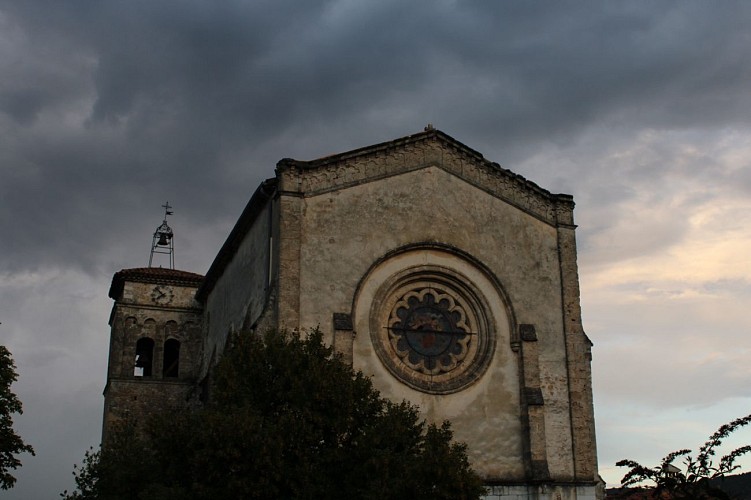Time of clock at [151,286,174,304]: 7:52
